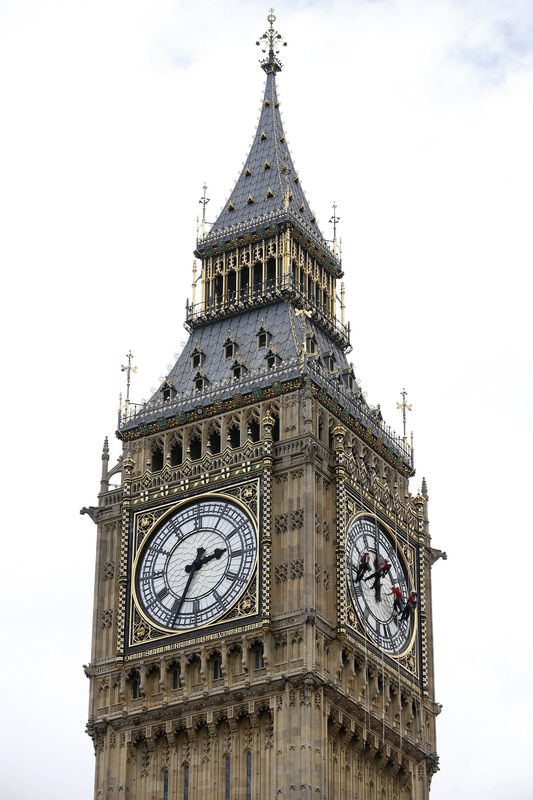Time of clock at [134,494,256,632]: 2:34
